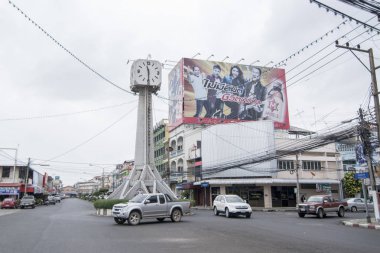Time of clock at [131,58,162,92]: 11:29
